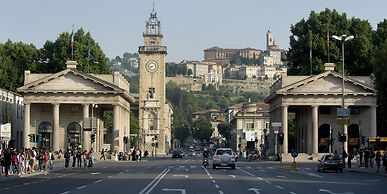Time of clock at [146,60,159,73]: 8:38
